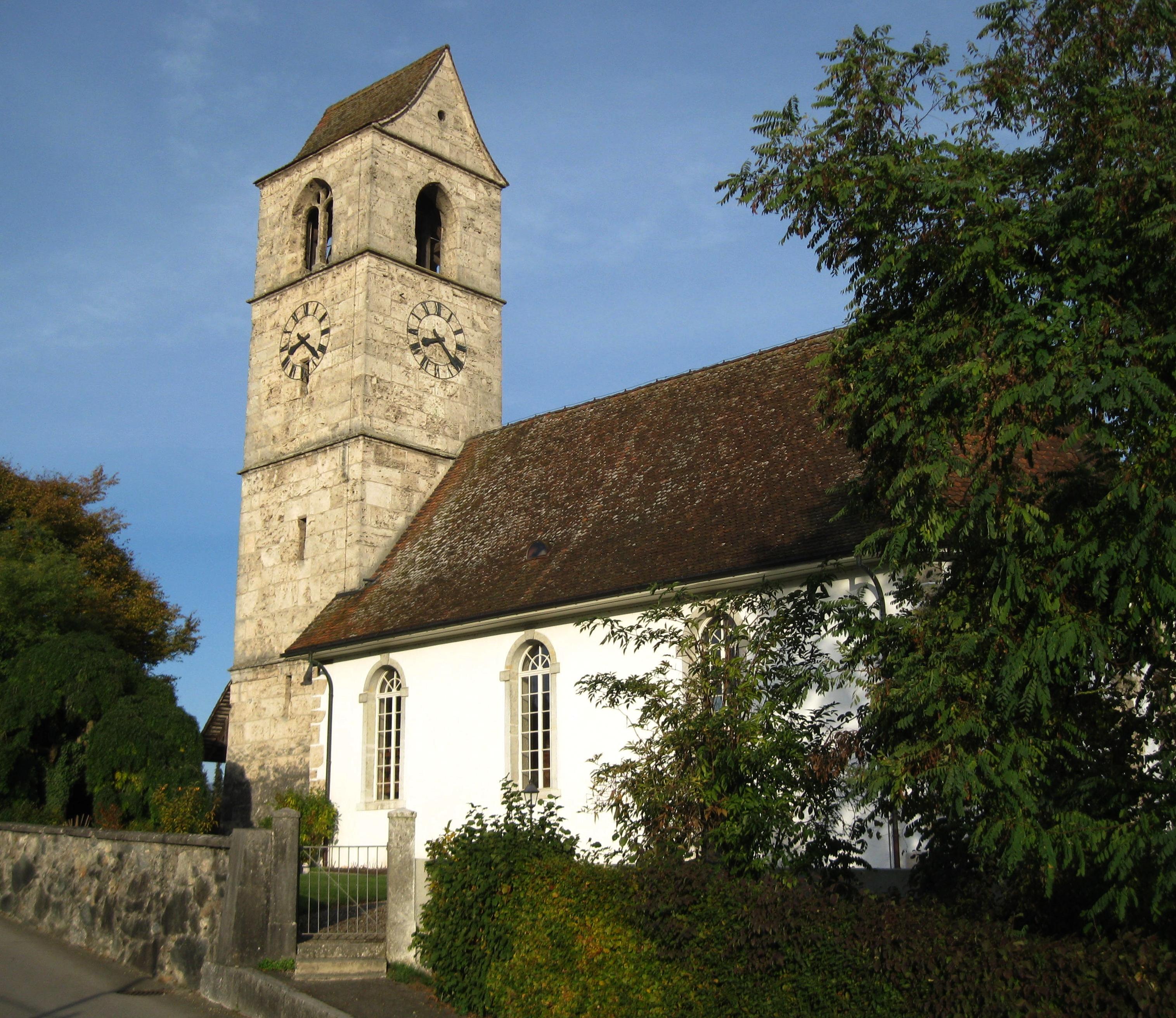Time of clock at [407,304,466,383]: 8:22
